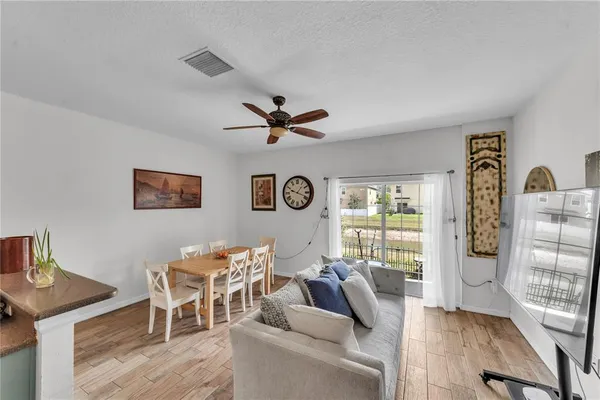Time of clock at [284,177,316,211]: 1:18
